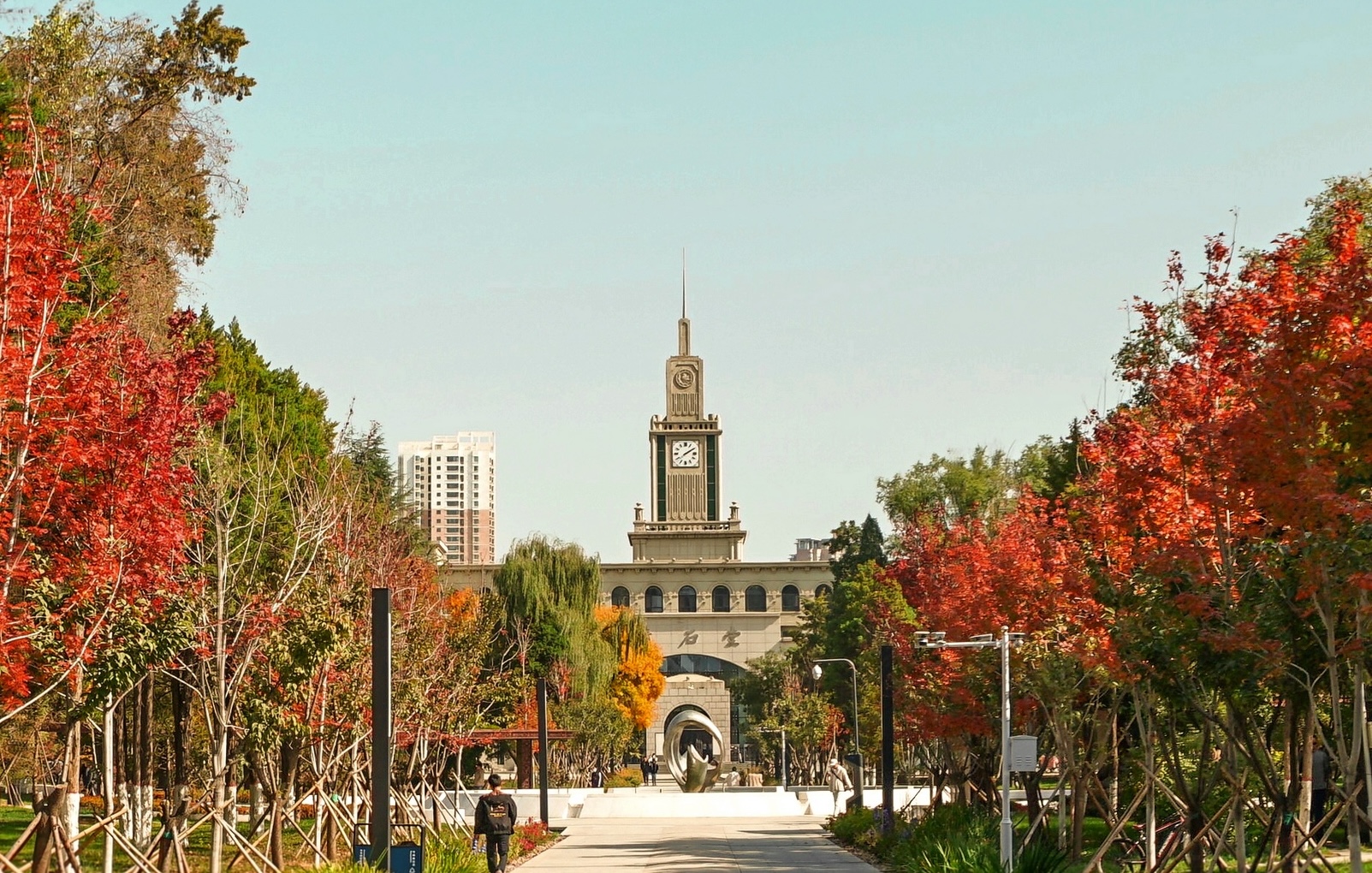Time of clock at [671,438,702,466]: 2:09
